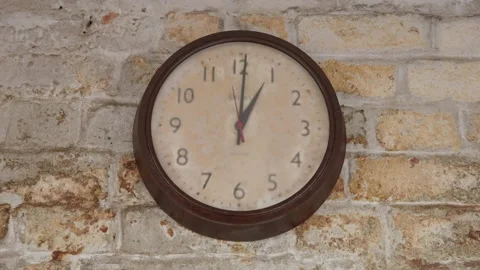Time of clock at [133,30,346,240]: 1:00
